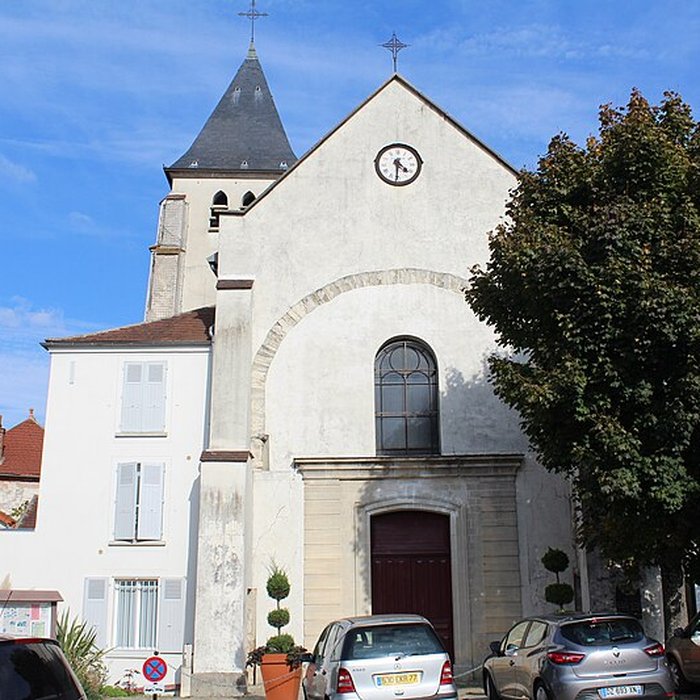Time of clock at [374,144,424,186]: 4:30
